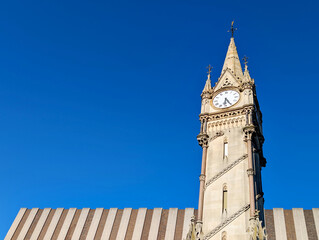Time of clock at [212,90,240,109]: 6:25
